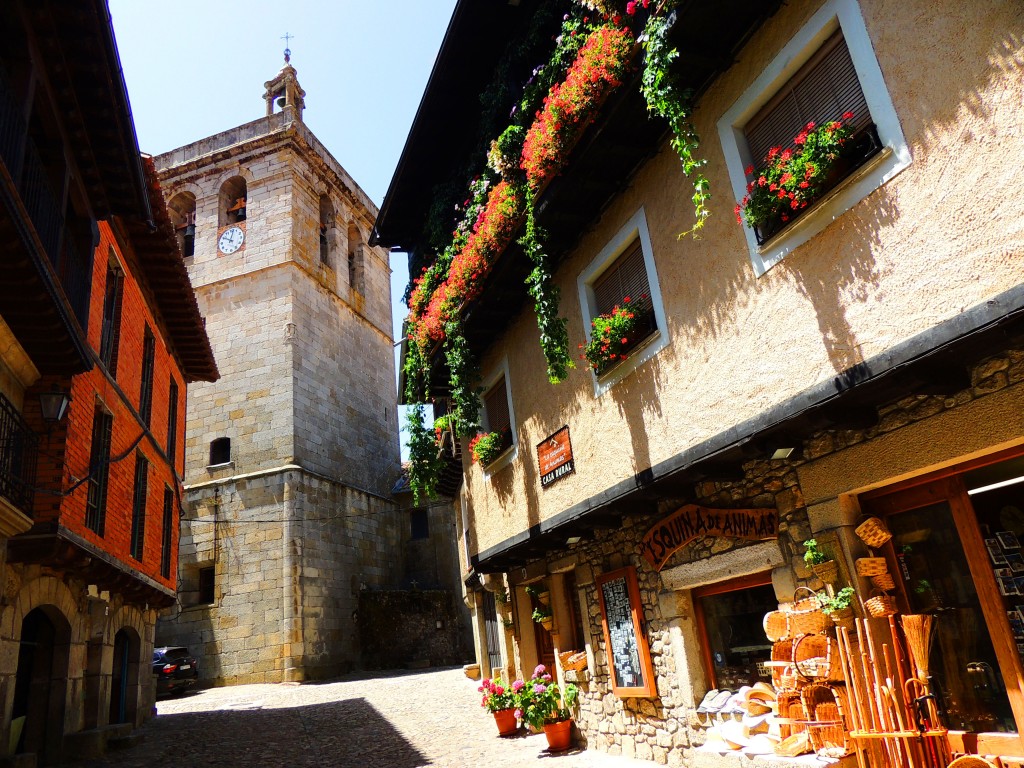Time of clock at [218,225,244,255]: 10:02
